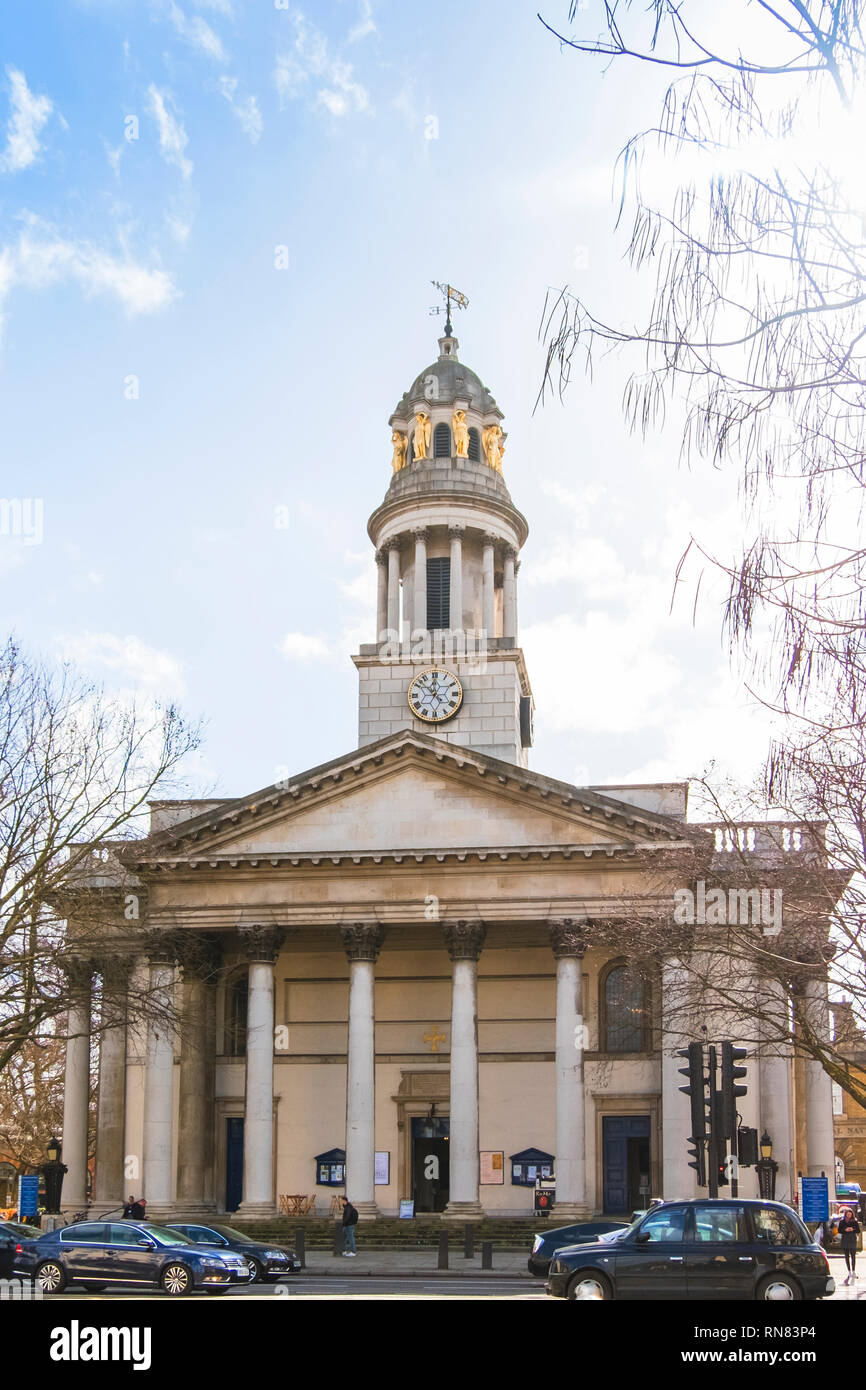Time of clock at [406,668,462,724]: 11:52
